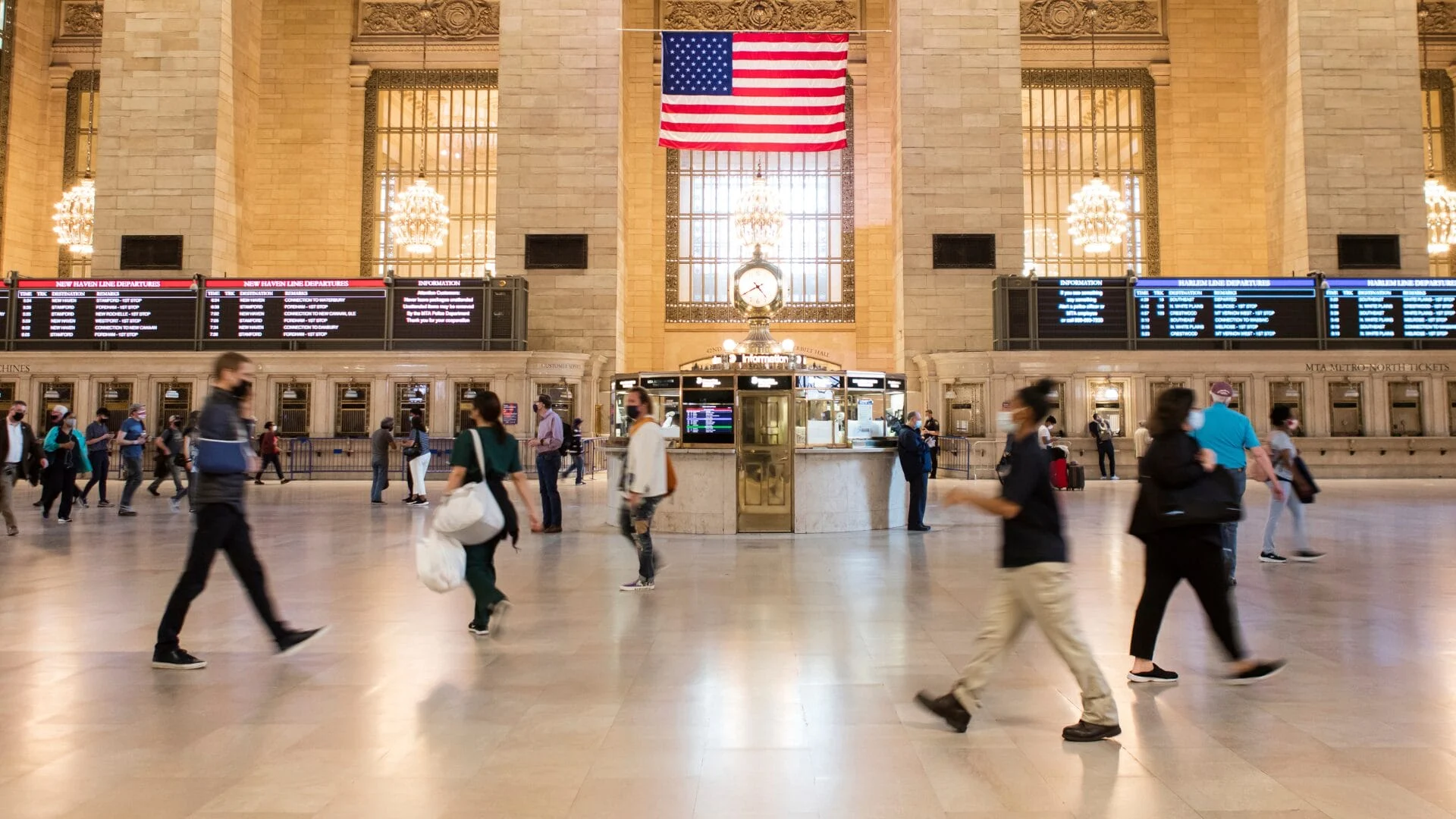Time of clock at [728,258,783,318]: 4:40
